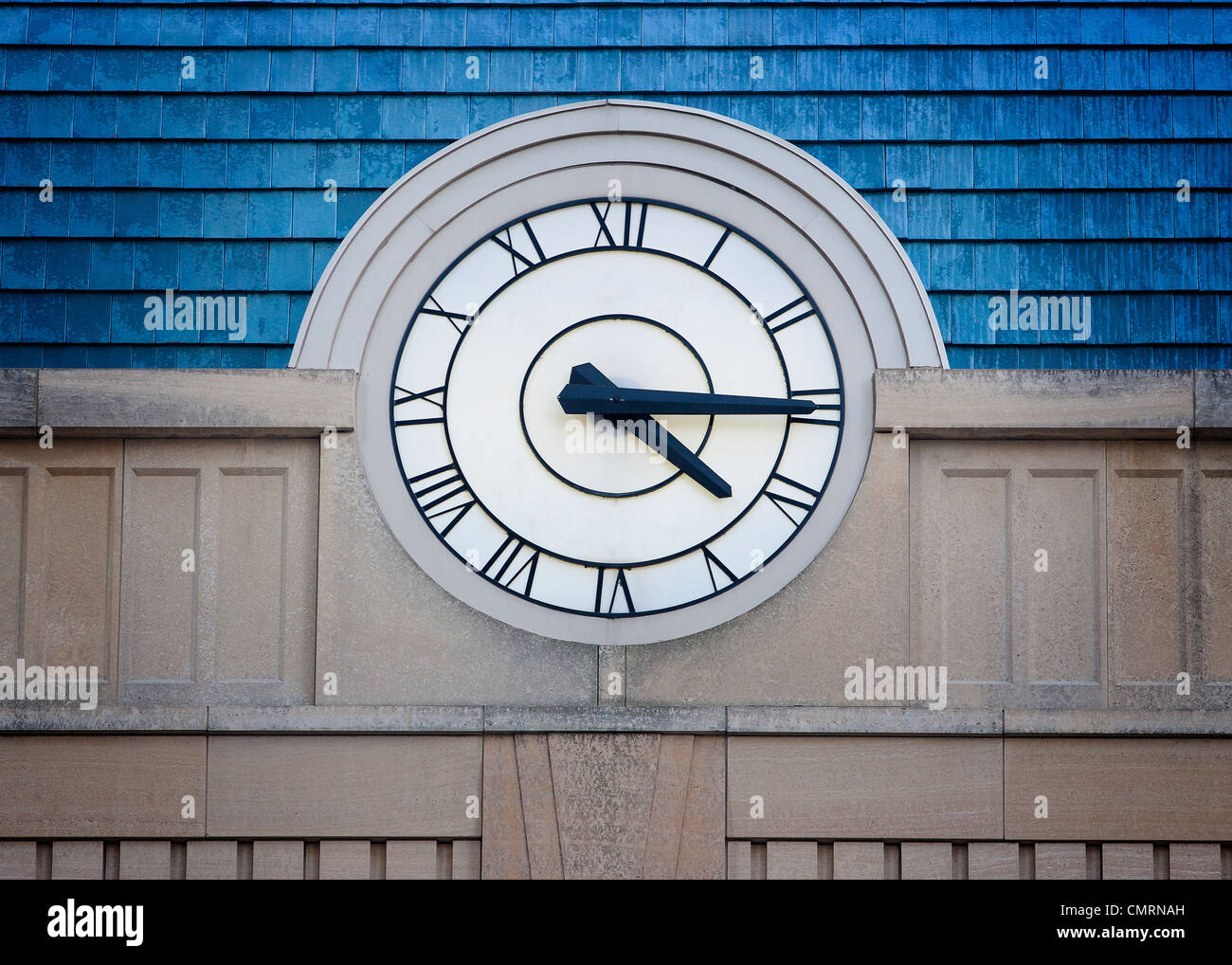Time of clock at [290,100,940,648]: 4:15
